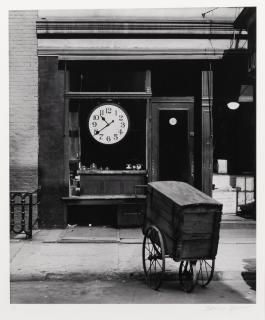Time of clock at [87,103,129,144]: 10:39
